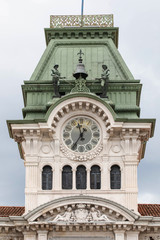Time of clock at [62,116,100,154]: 11:35
